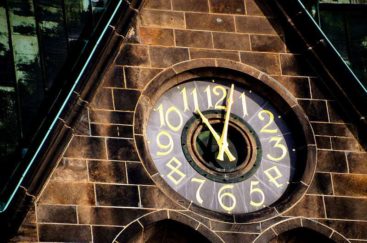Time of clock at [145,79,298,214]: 11:02
